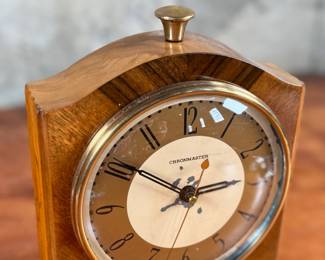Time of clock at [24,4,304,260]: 2:50
